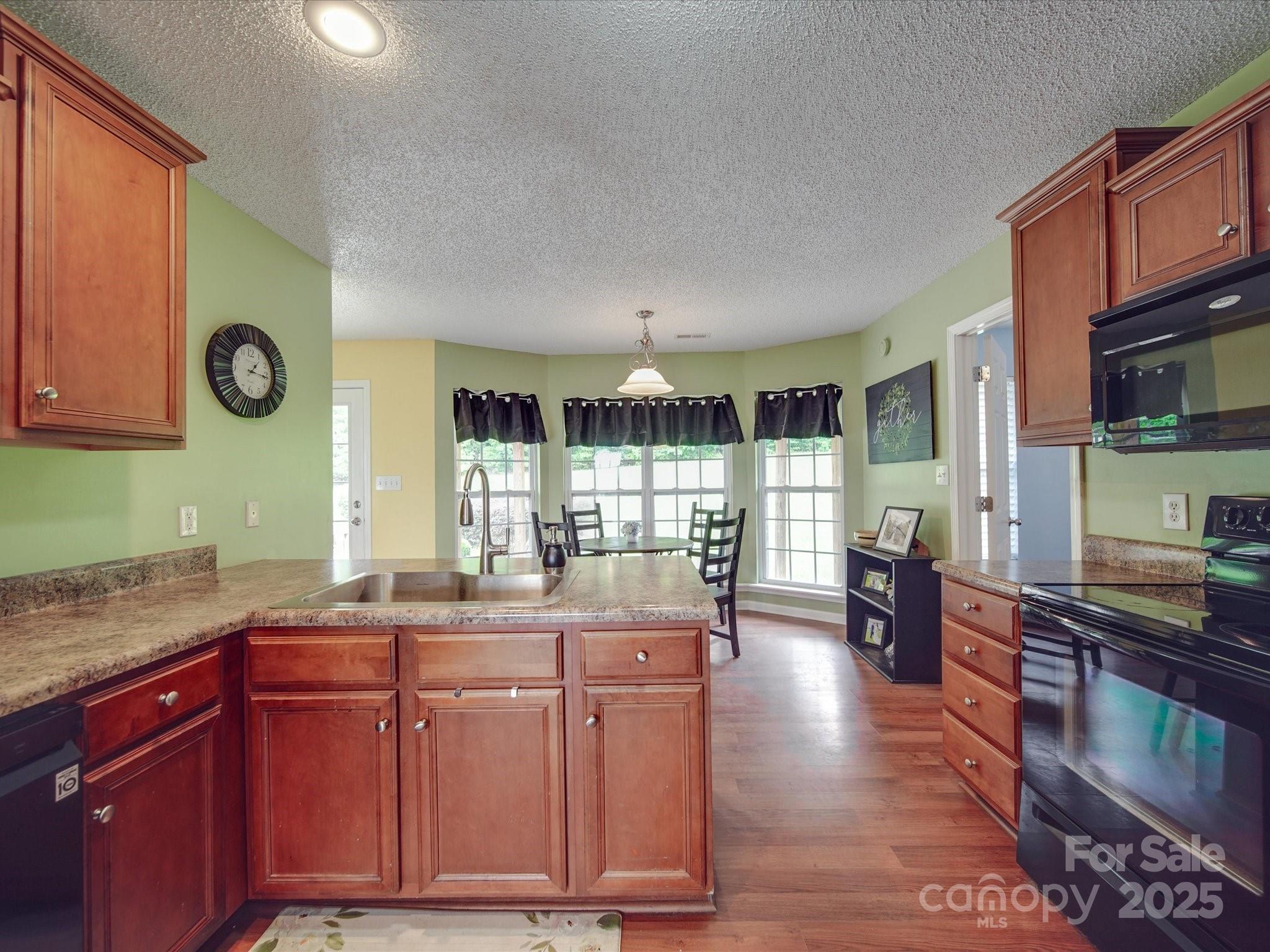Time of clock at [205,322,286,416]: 1:16
